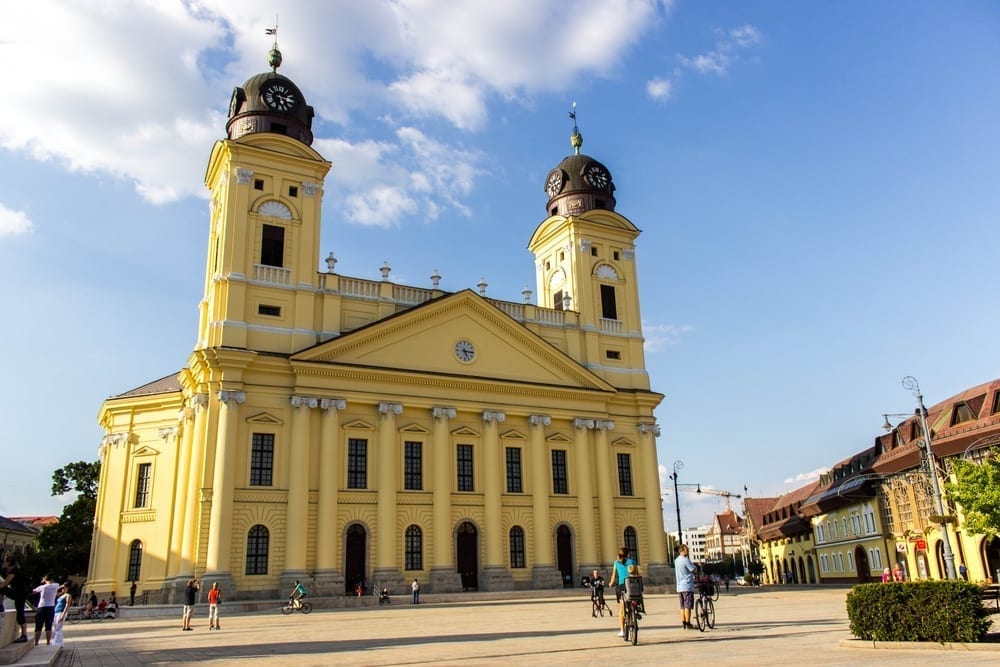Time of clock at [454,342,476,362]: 5:15
